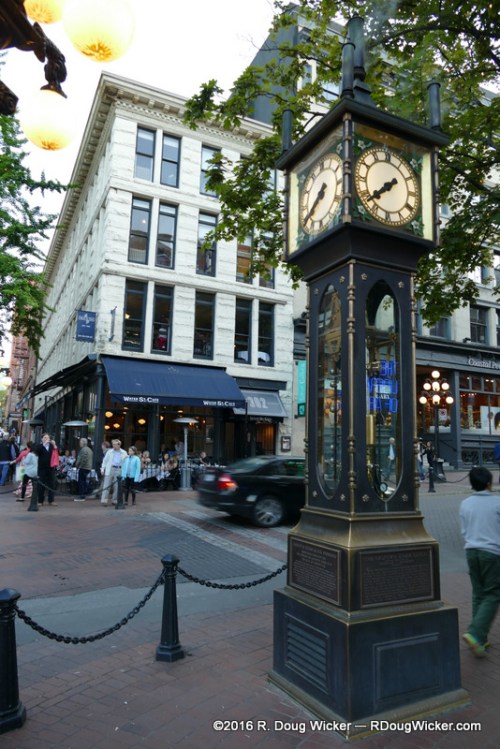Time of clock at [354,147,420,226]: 7:38
